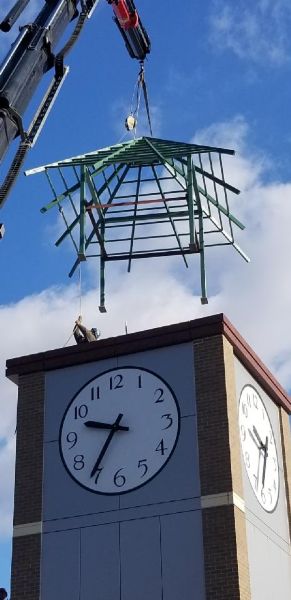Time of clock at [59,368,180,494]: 9:35
